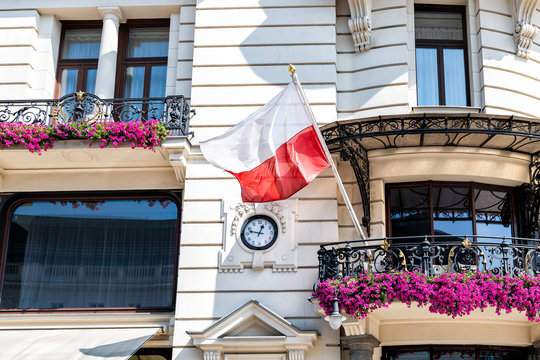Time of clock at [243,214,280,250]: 12:47
